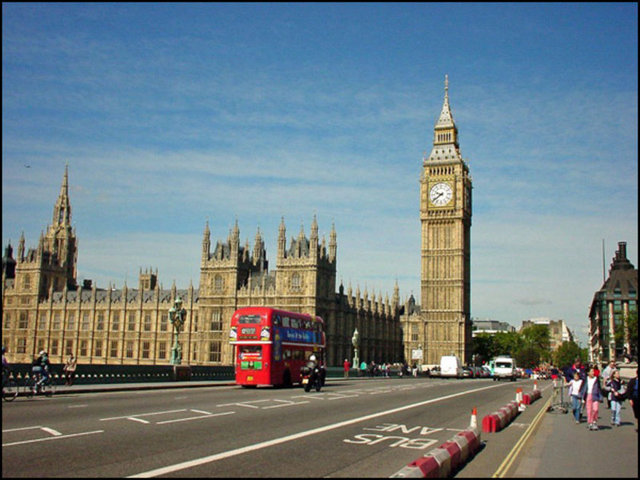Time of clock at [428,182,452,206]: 9:39
